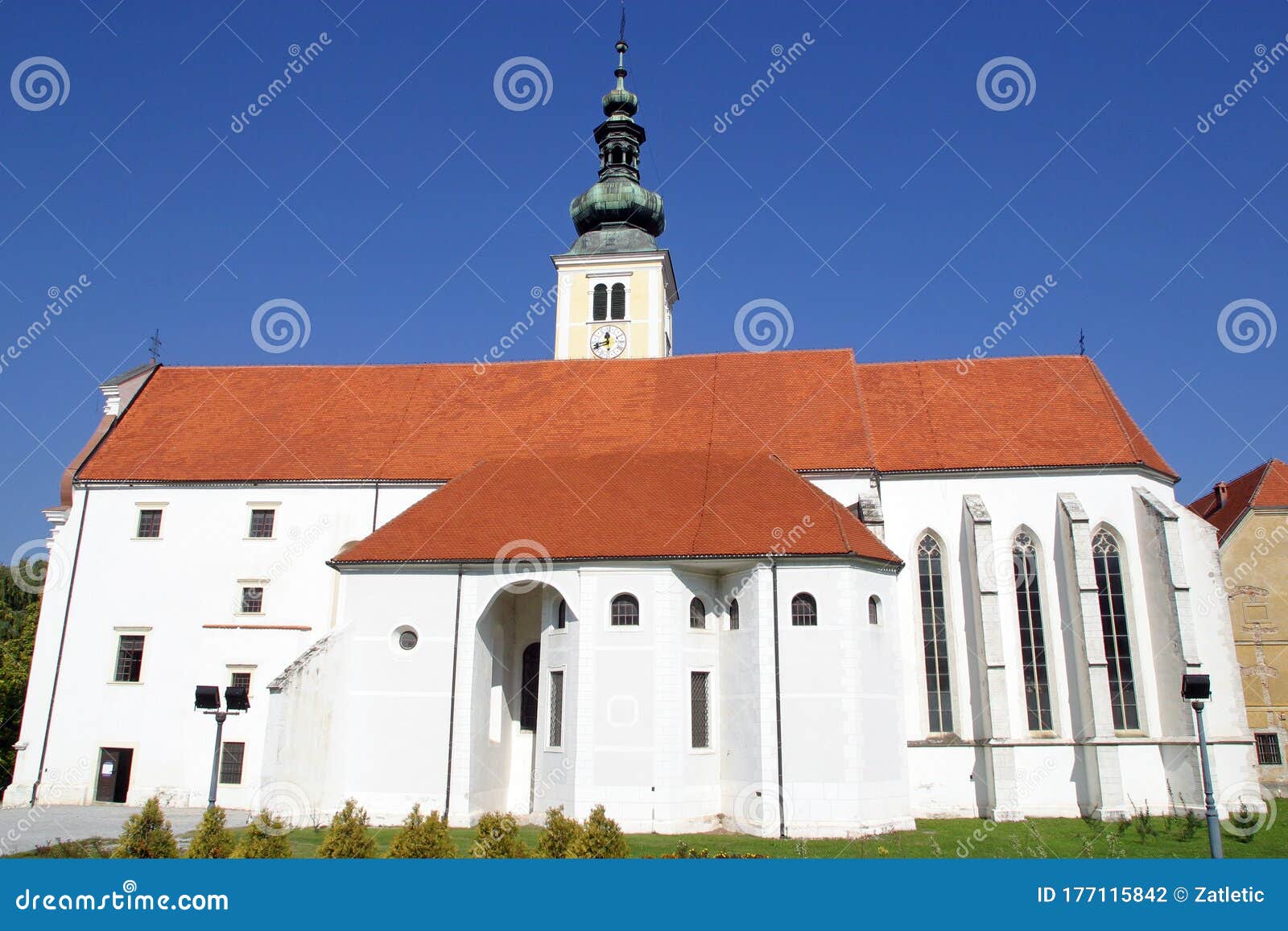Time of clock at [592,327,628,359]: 11:41
